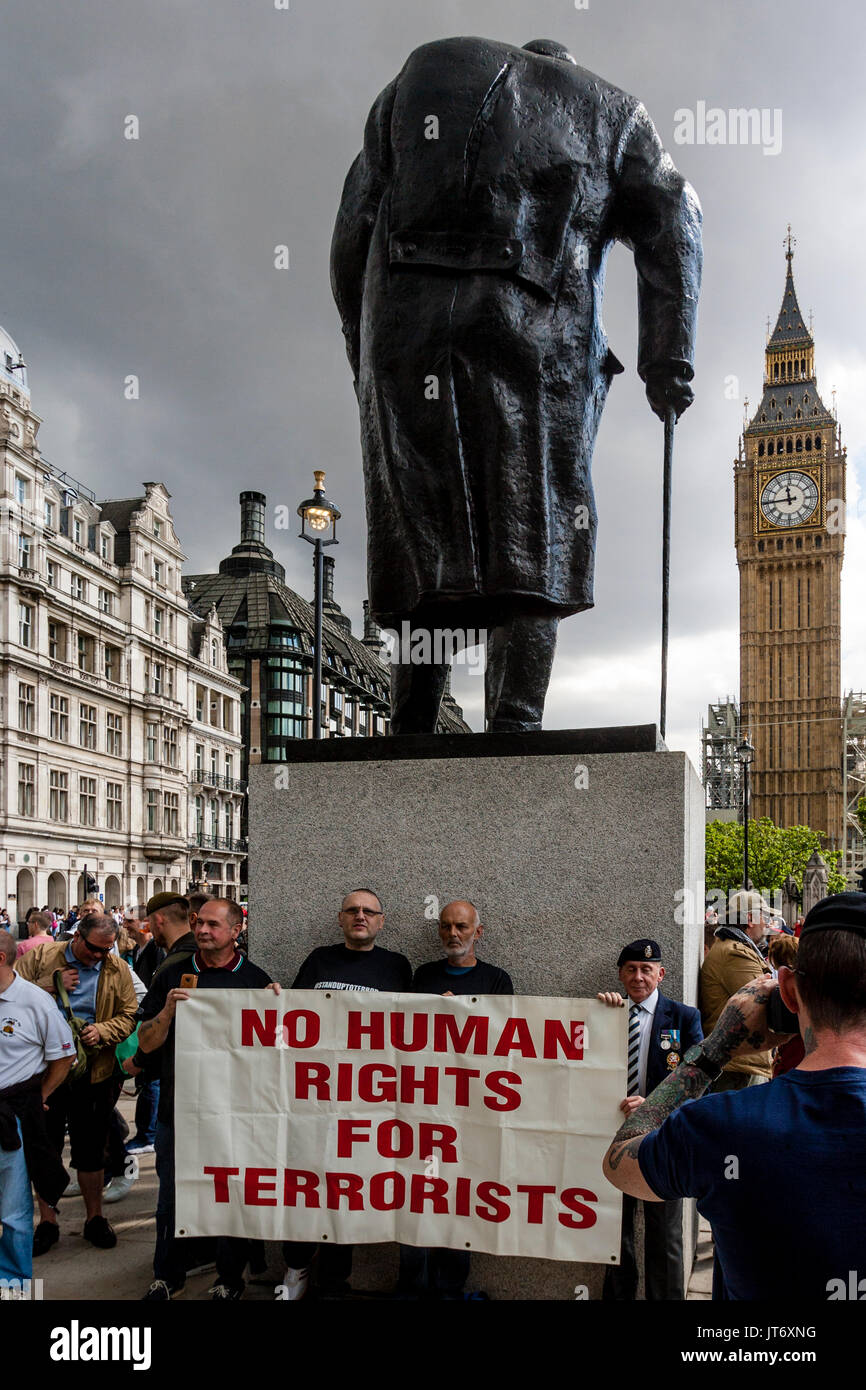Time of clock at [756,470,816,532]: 11:44
